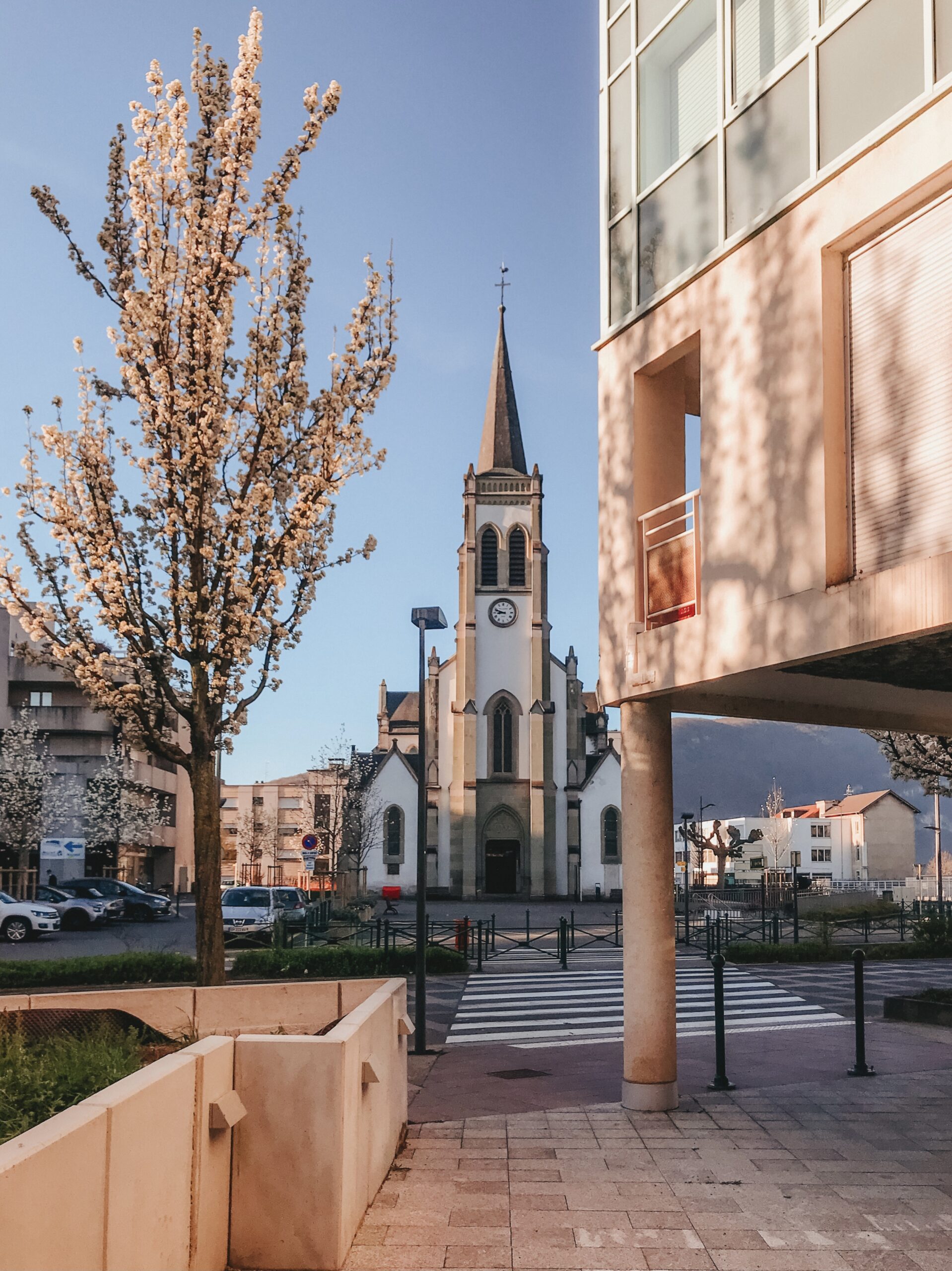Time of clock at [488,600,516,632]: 8:48
